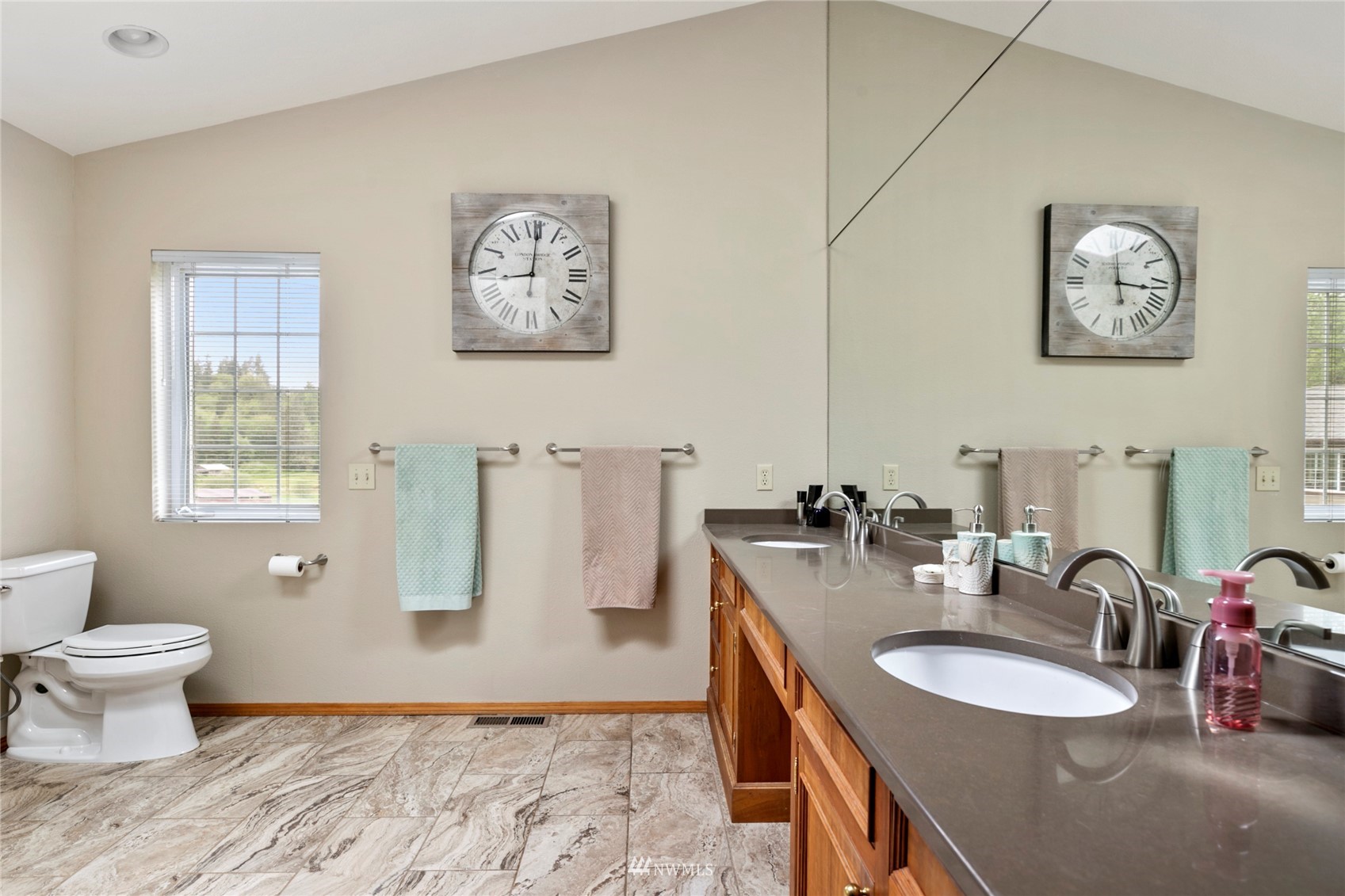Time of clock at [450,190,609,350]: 9:01
